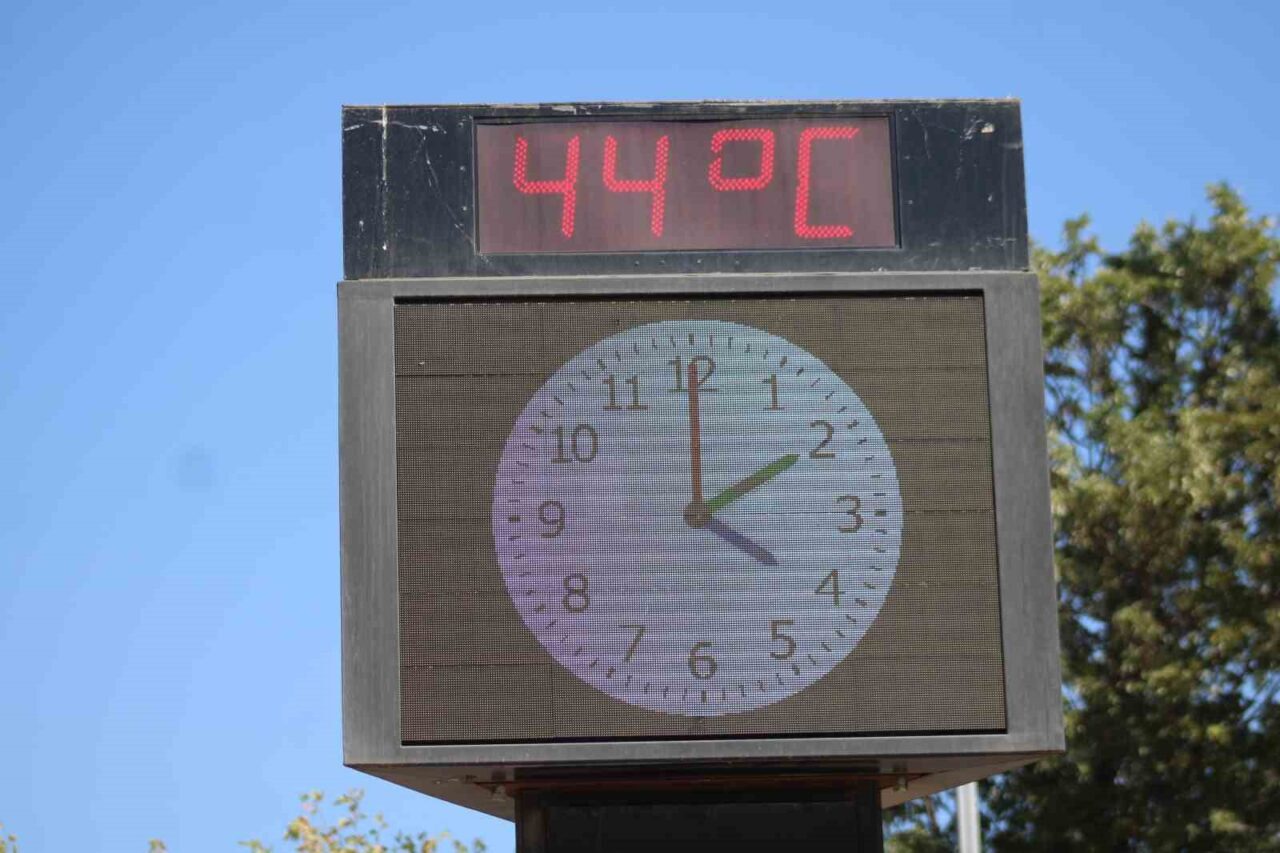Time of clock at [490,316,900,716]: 2:00
